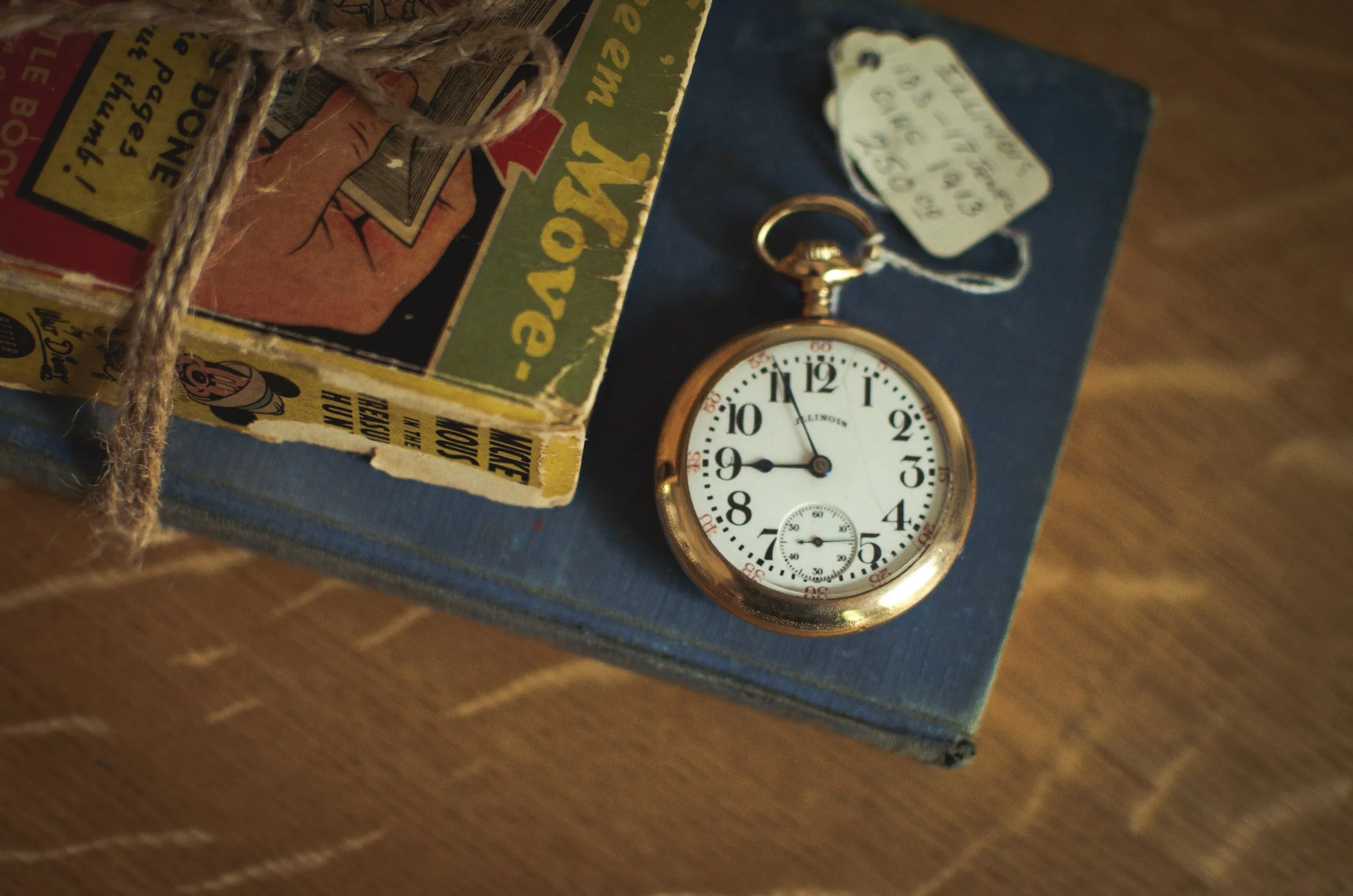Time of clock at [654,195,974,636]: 8:56
